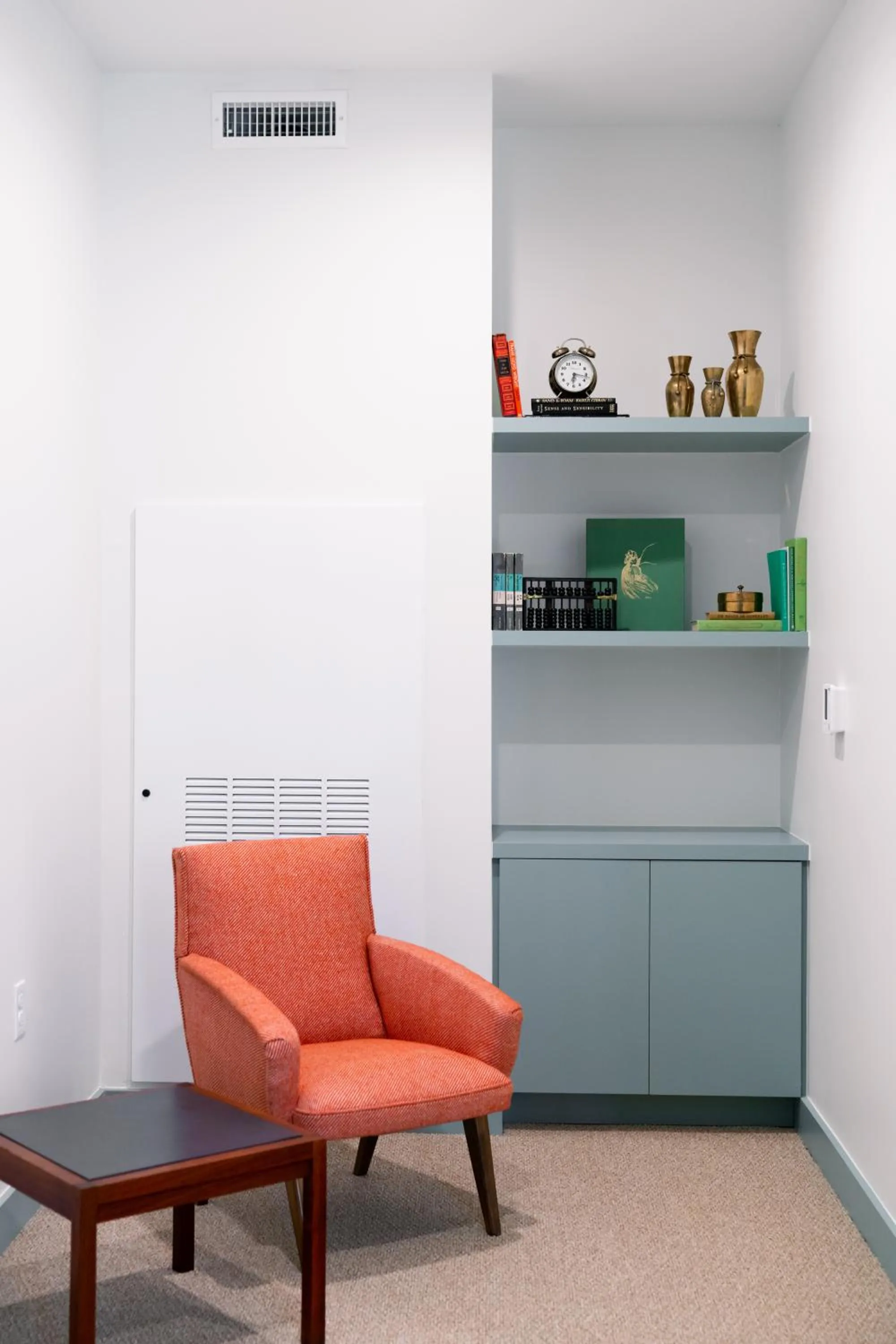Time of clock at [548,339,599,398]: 6:16
